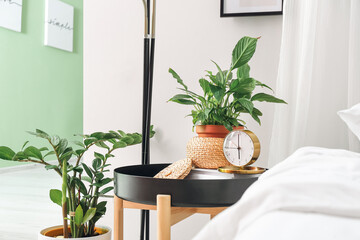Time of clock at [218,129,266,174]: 5:59
